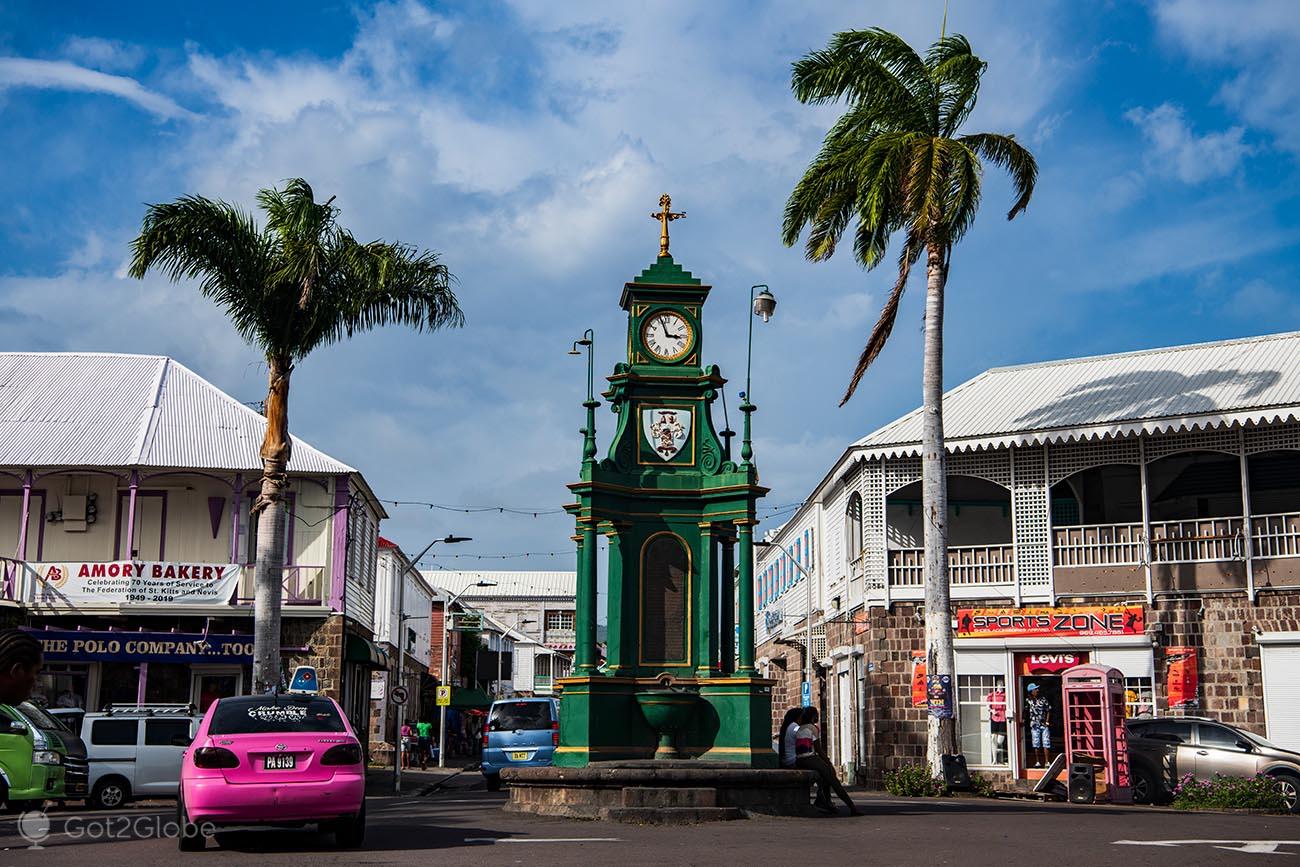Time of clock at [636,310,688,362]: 2:56
